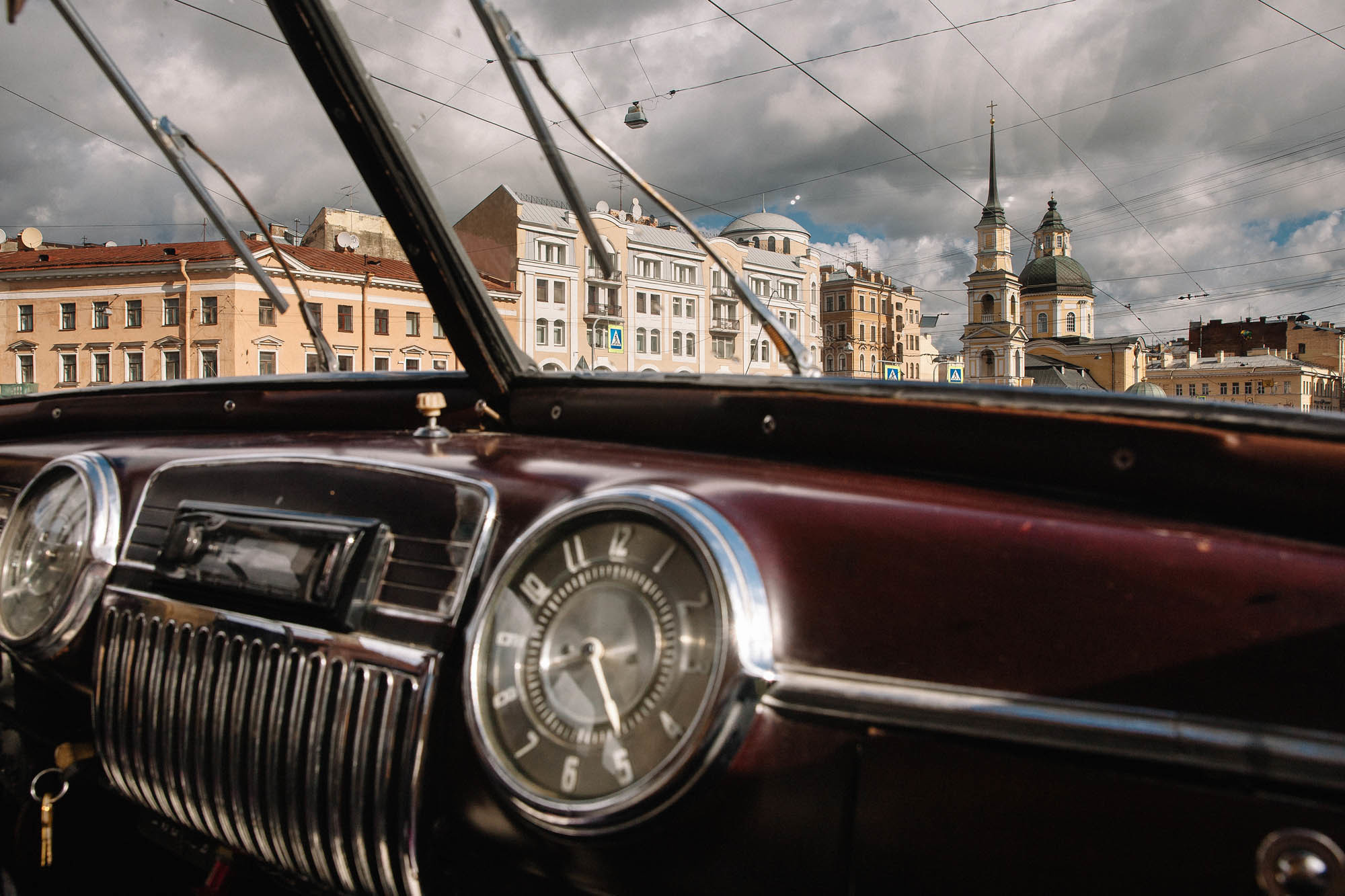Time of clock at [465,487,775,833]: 8:24
